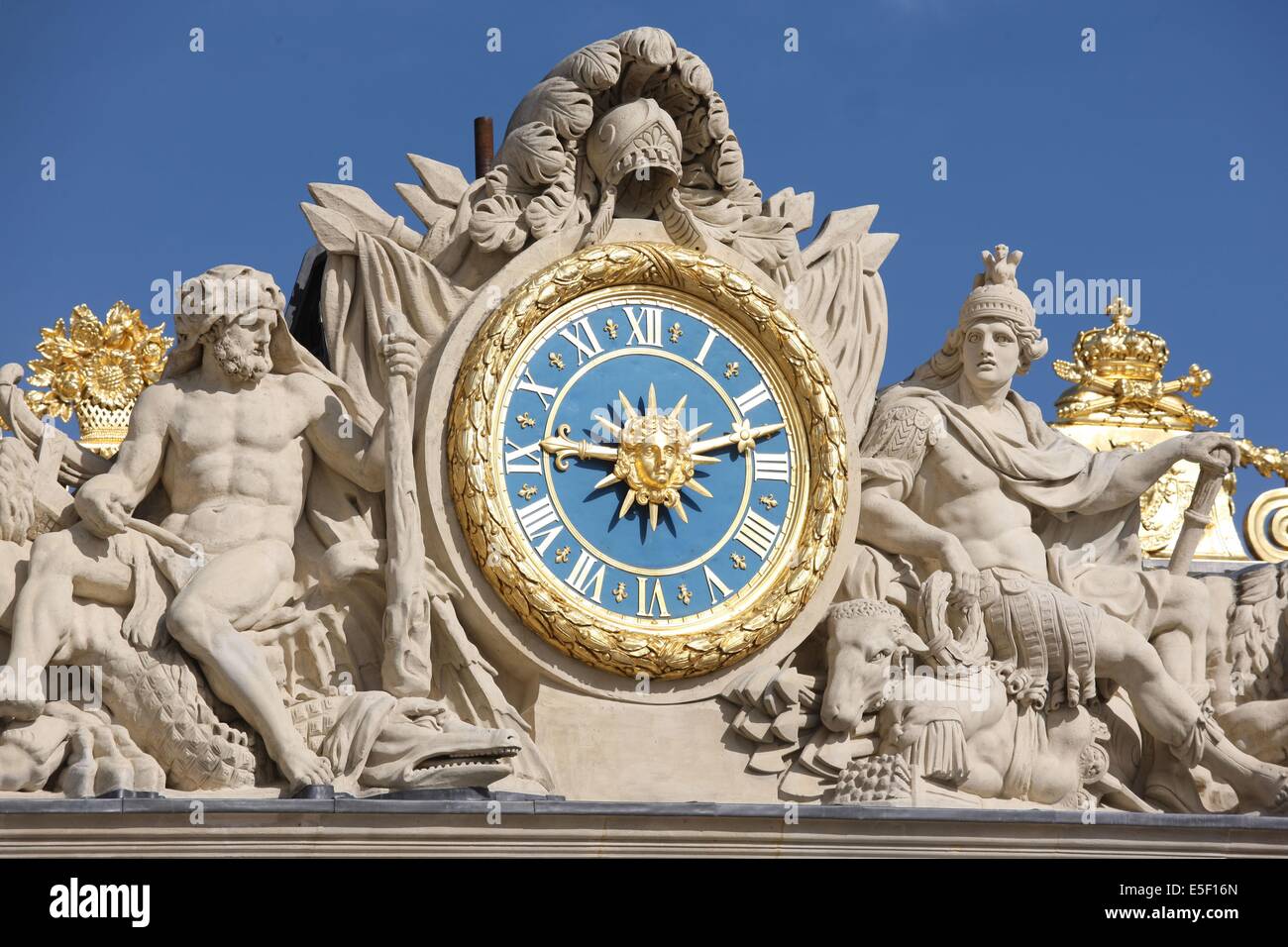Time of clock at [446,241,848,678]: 9:12
